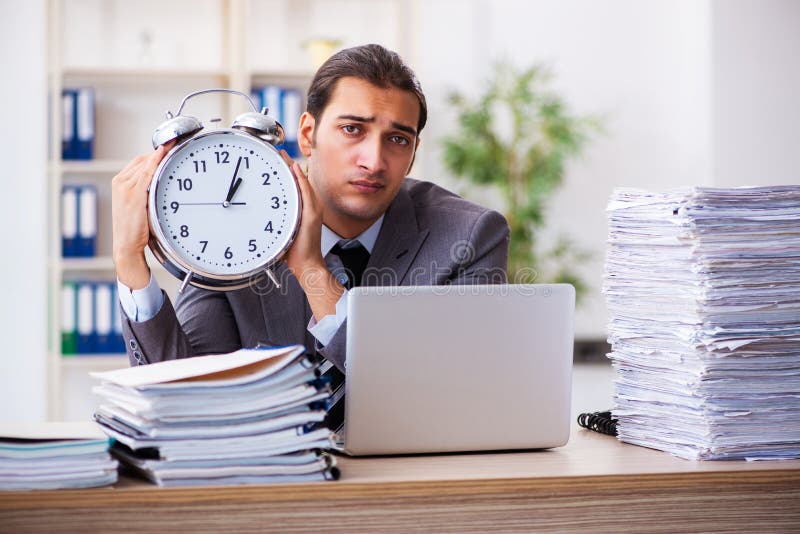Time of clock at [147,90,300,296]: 1:03
